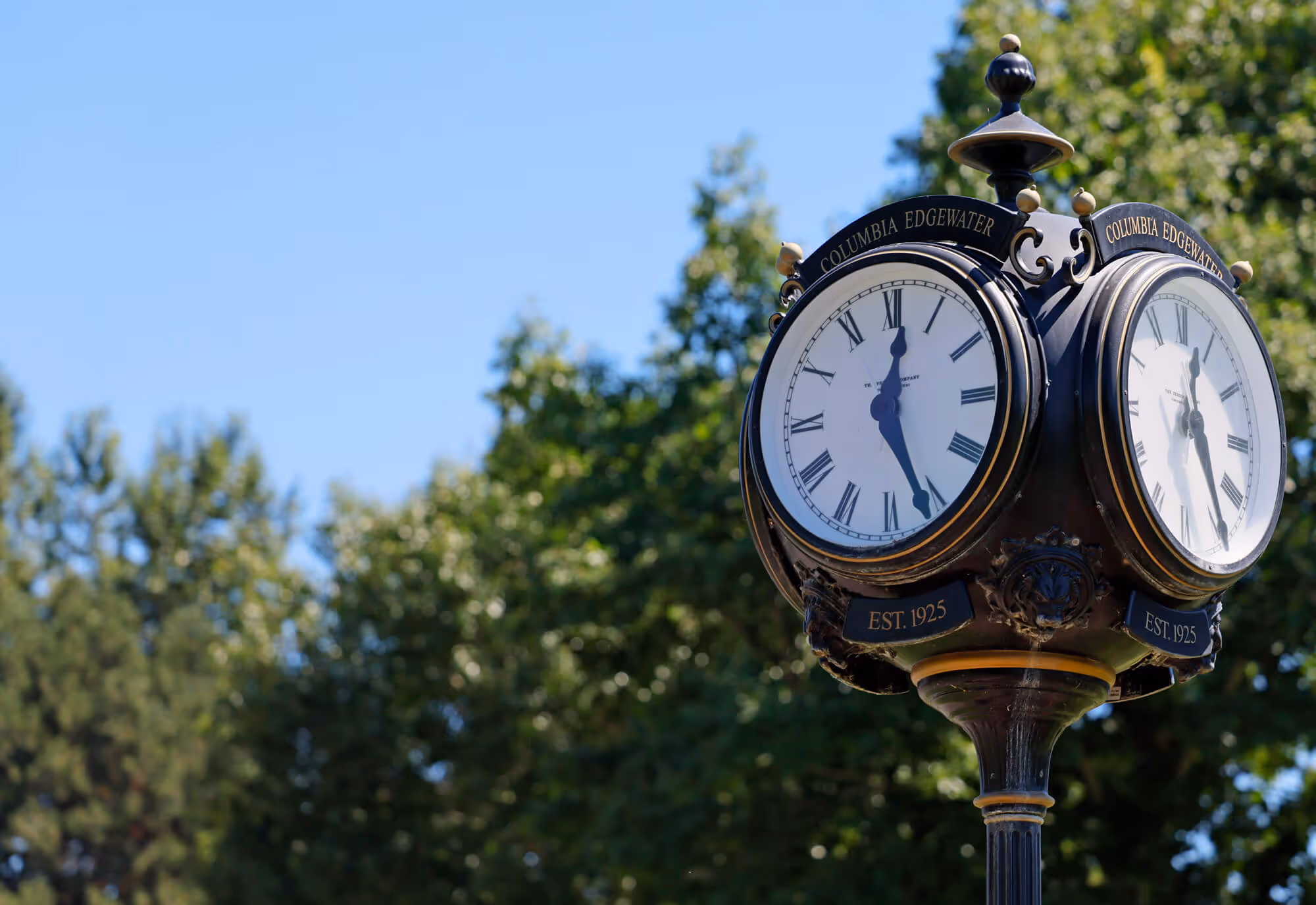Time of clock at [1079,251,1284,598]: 12:24
